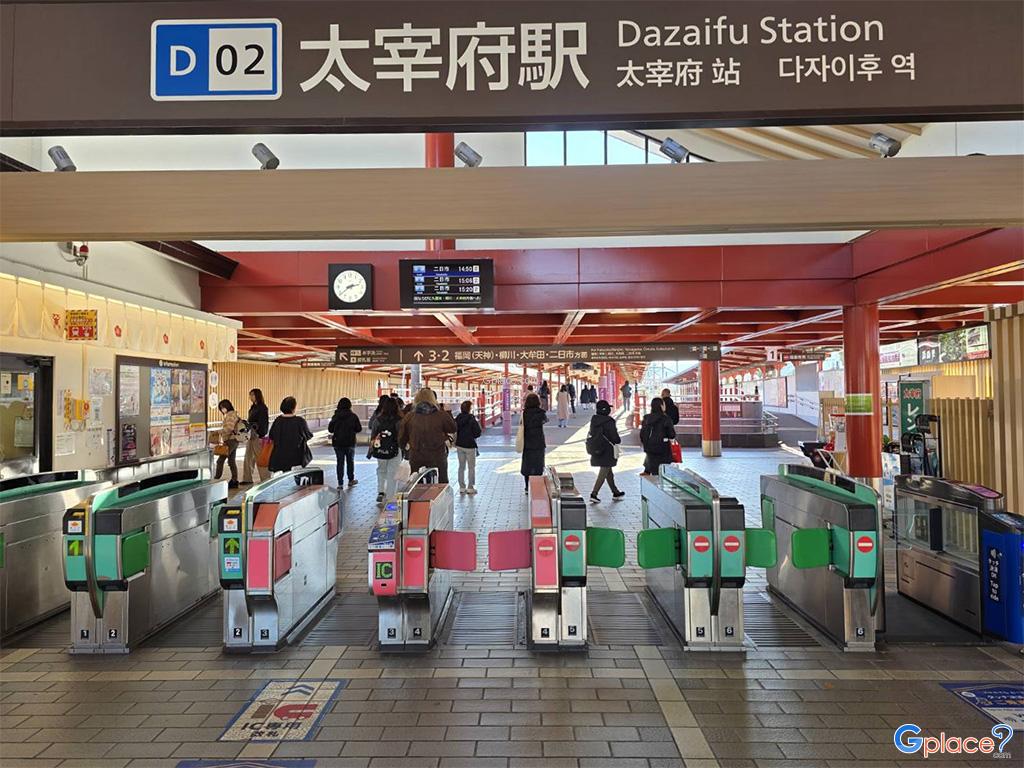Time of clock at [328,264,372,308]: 2:38
